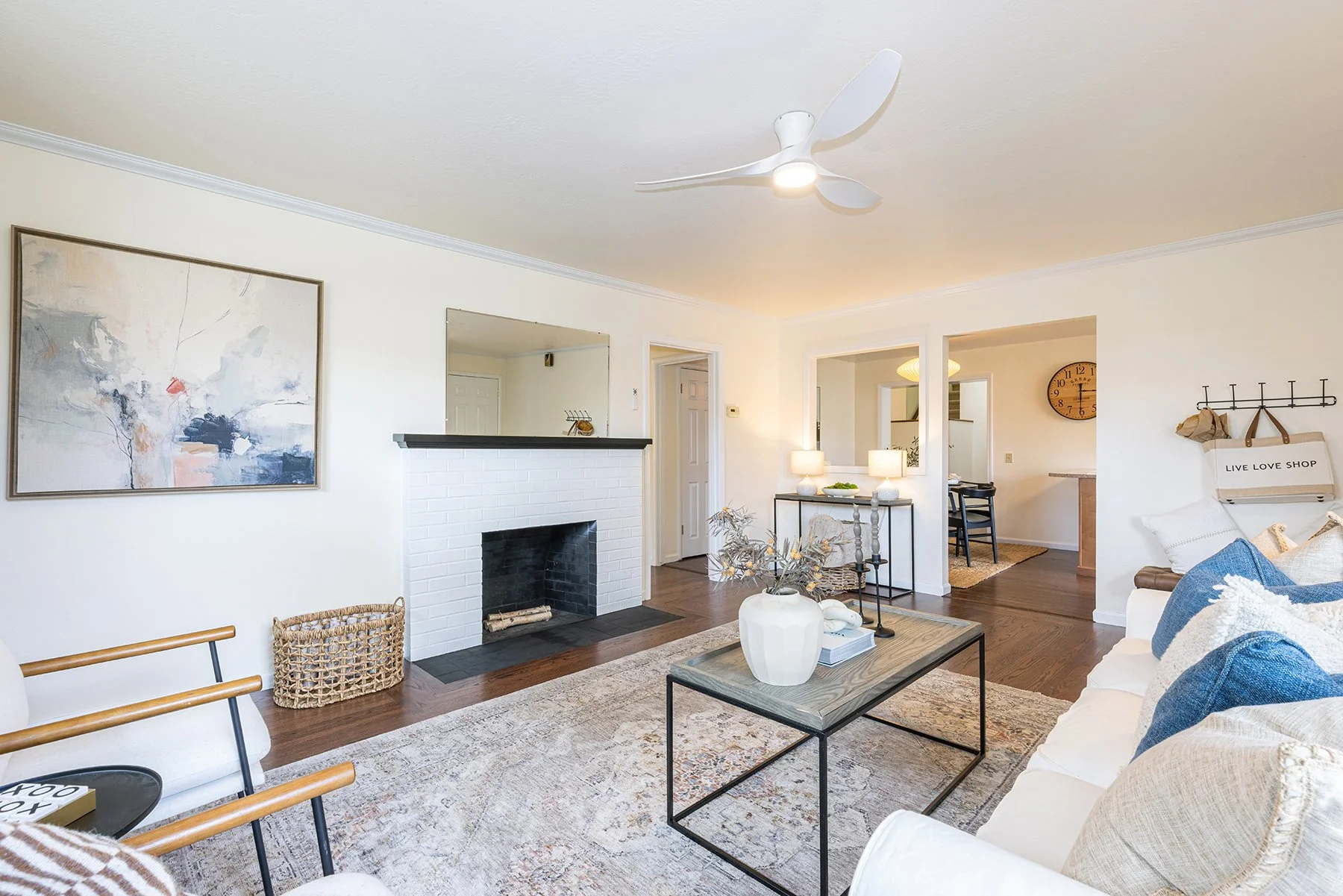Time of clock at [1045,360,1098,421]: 12:30
